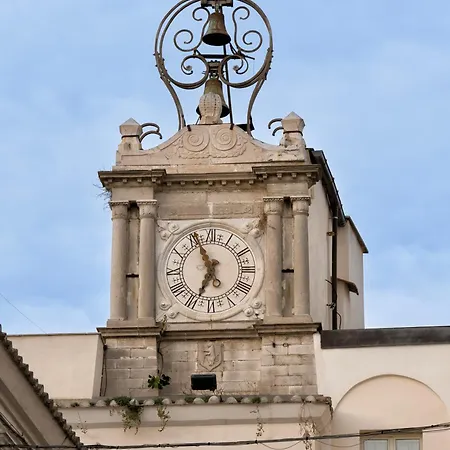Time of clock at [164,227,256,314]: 6:55
